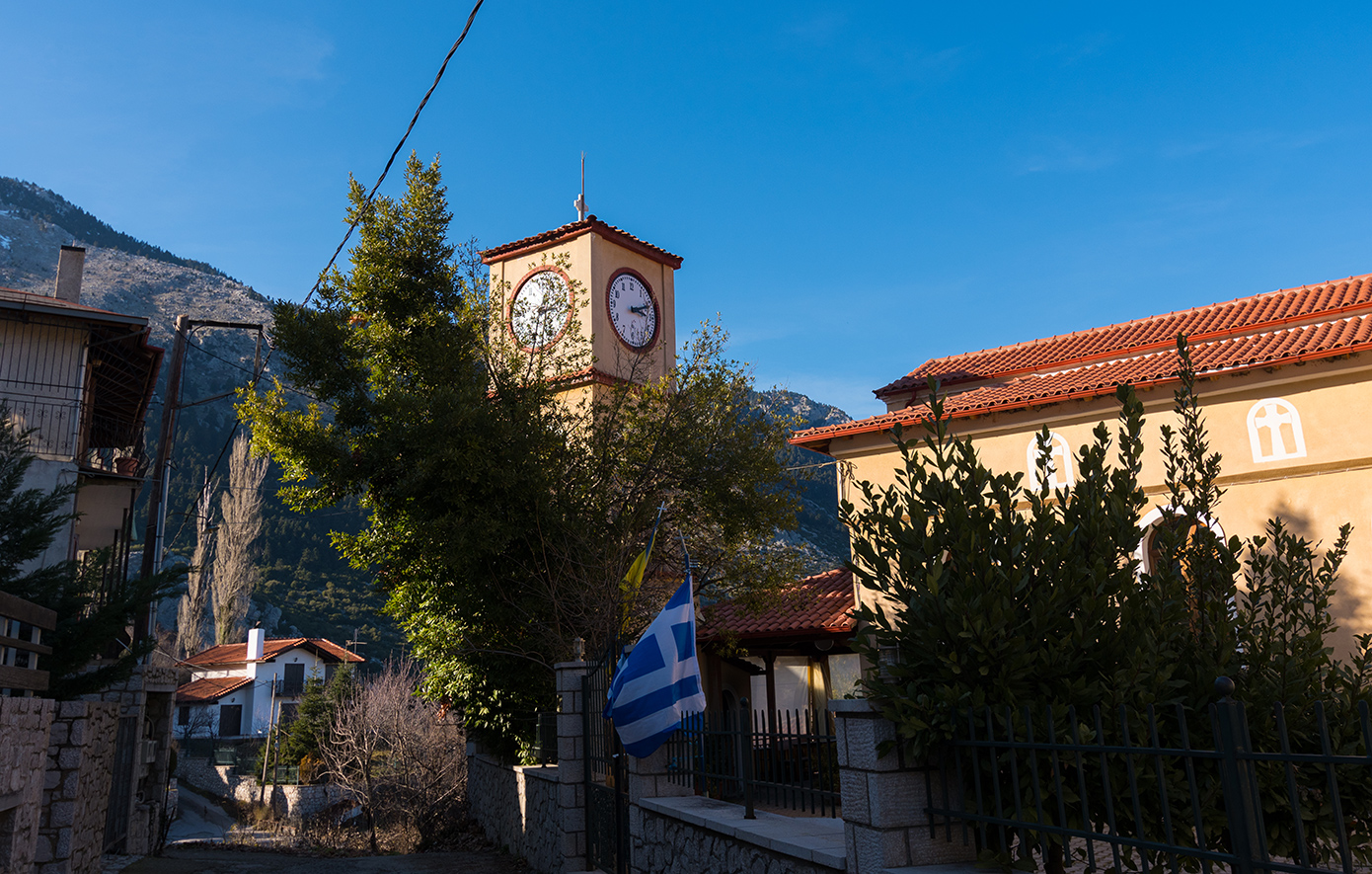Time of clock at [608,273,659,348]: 3:11
